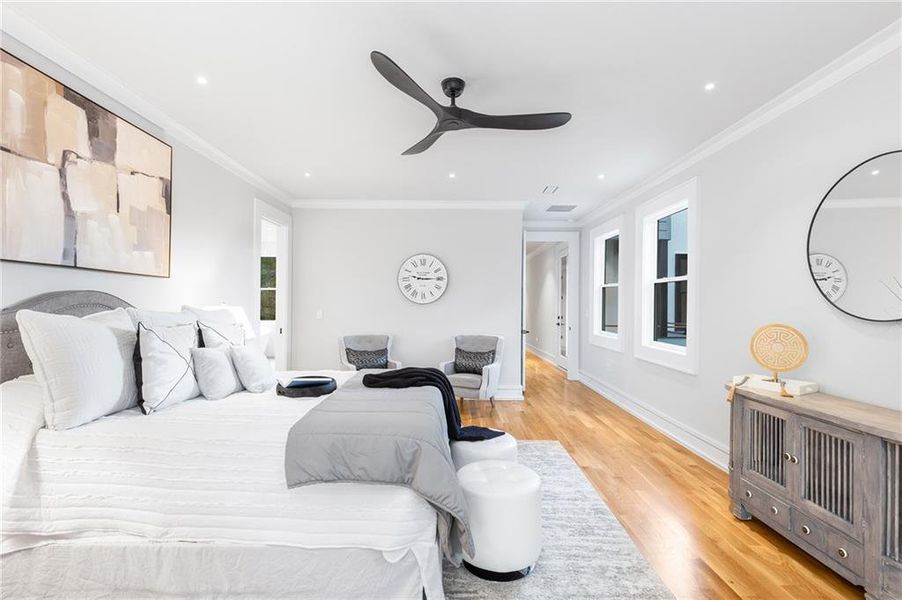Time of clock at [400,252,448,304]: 9:14
